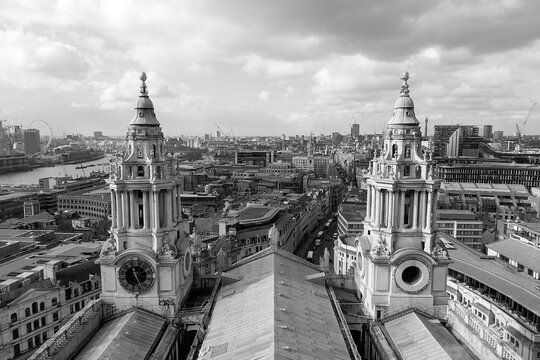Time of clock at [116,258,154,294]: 11:25
